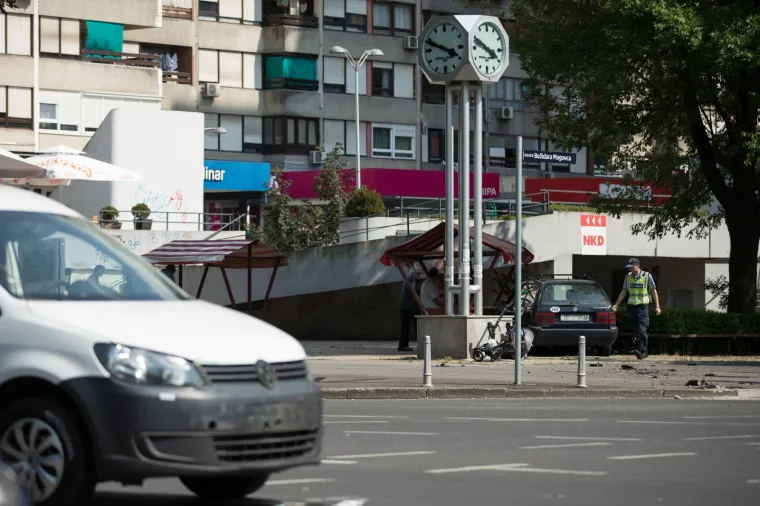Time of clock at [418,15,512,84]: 3:48
